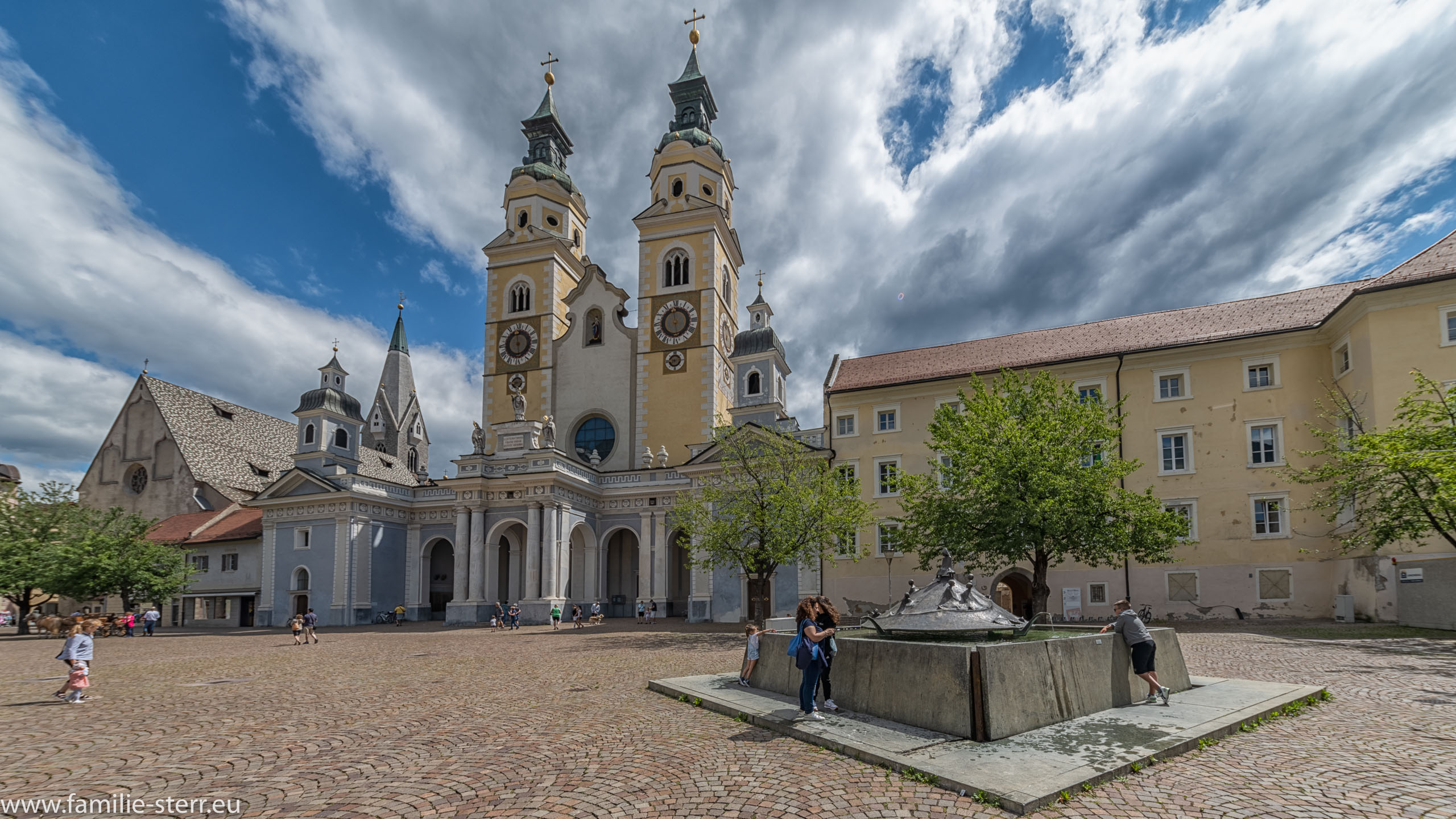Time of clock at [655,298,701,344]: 5:59
